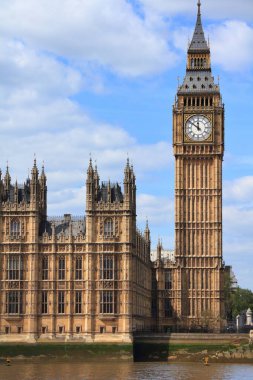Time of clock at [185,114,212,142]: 11:51
